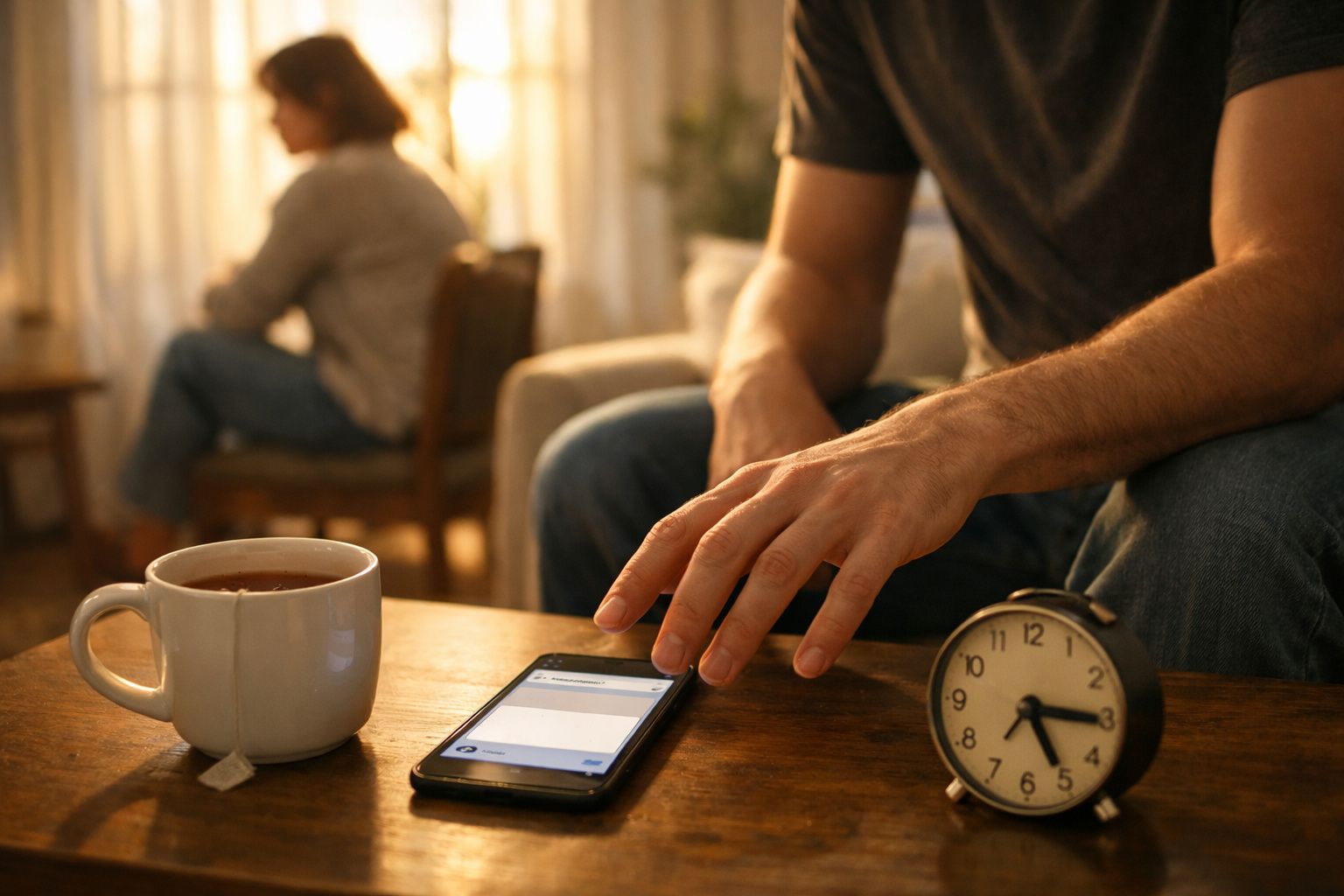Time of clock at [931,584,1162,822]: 5:15
